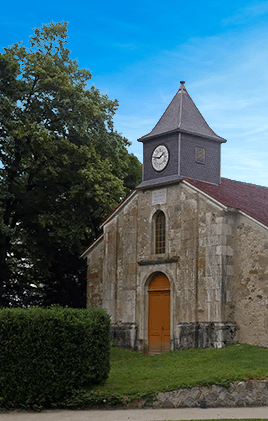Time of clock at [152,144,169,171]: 1:46
